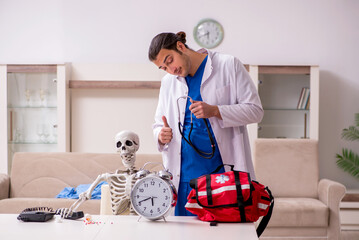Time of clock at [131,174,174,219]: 5:41
